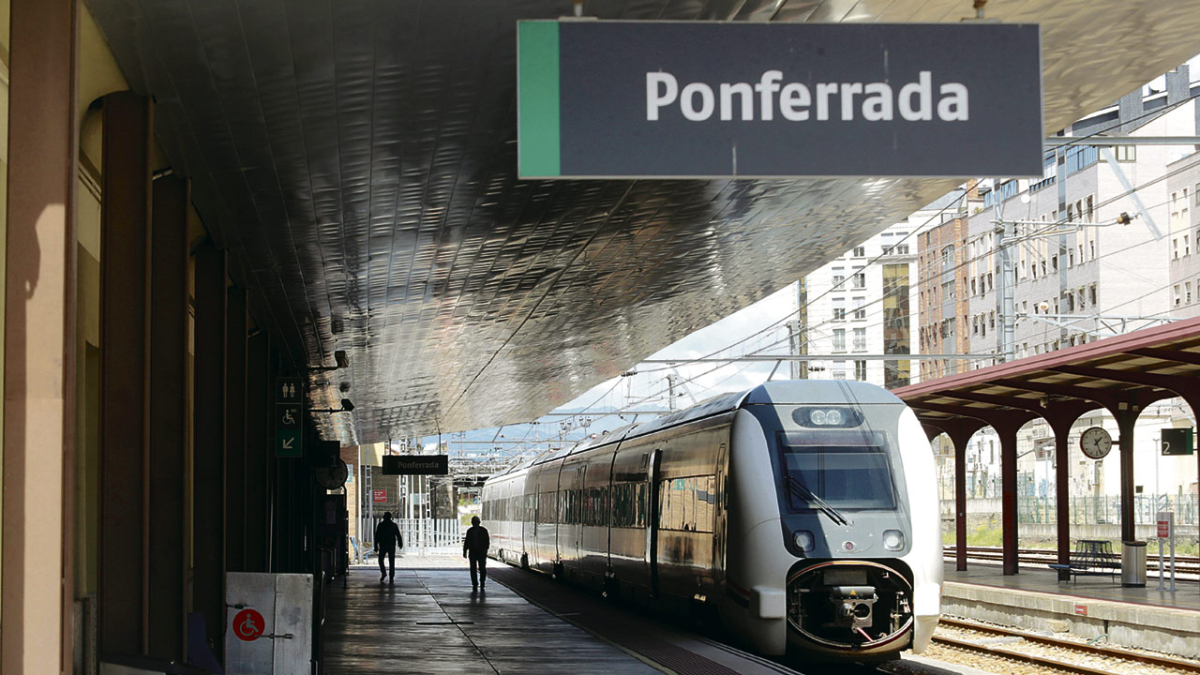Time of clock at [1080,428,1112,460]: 1:26
